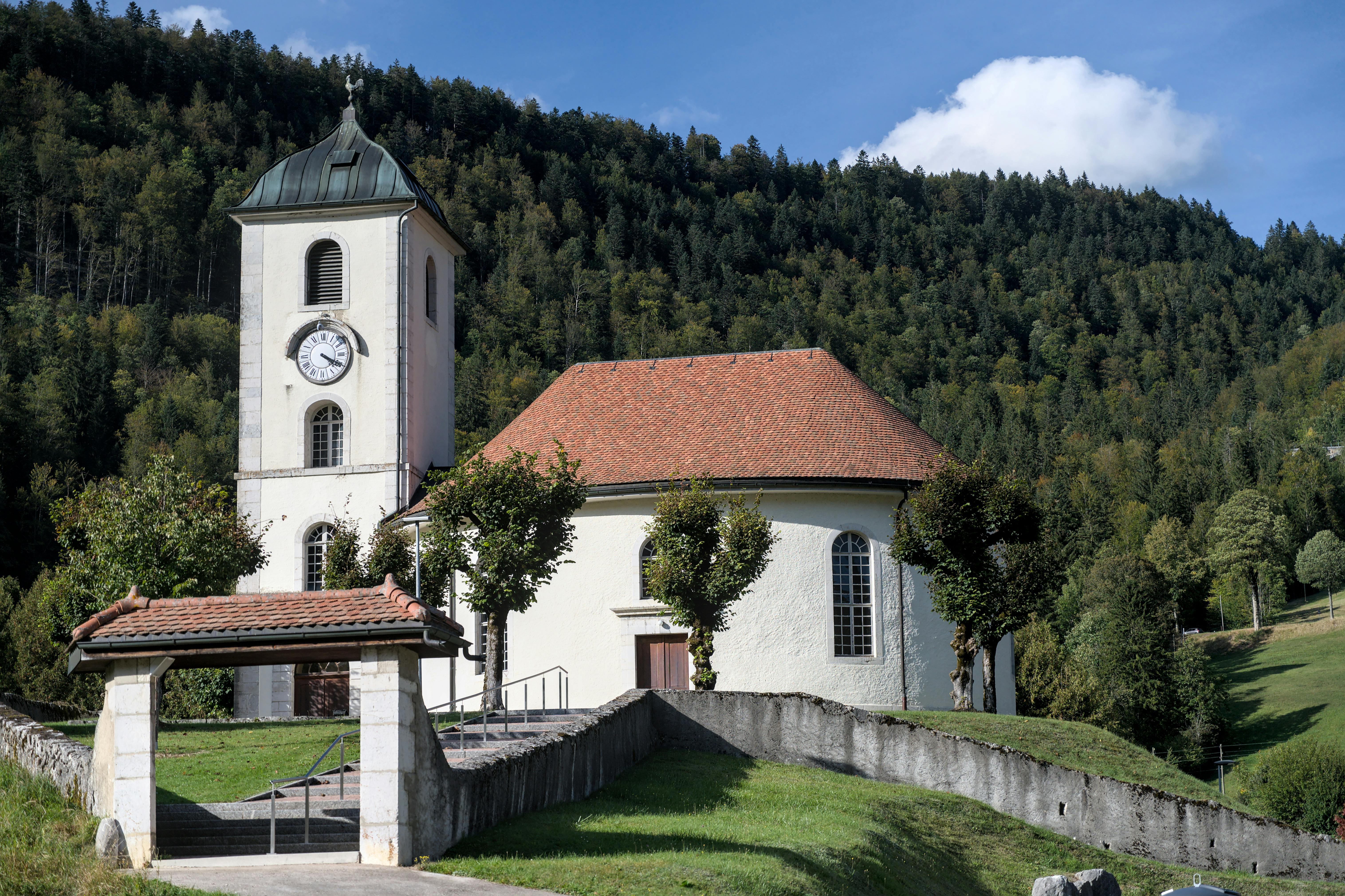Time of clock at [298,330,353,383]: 4:19
